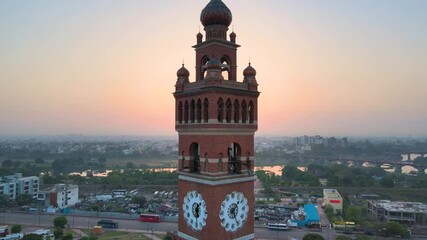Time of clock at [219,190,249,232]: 1:25
